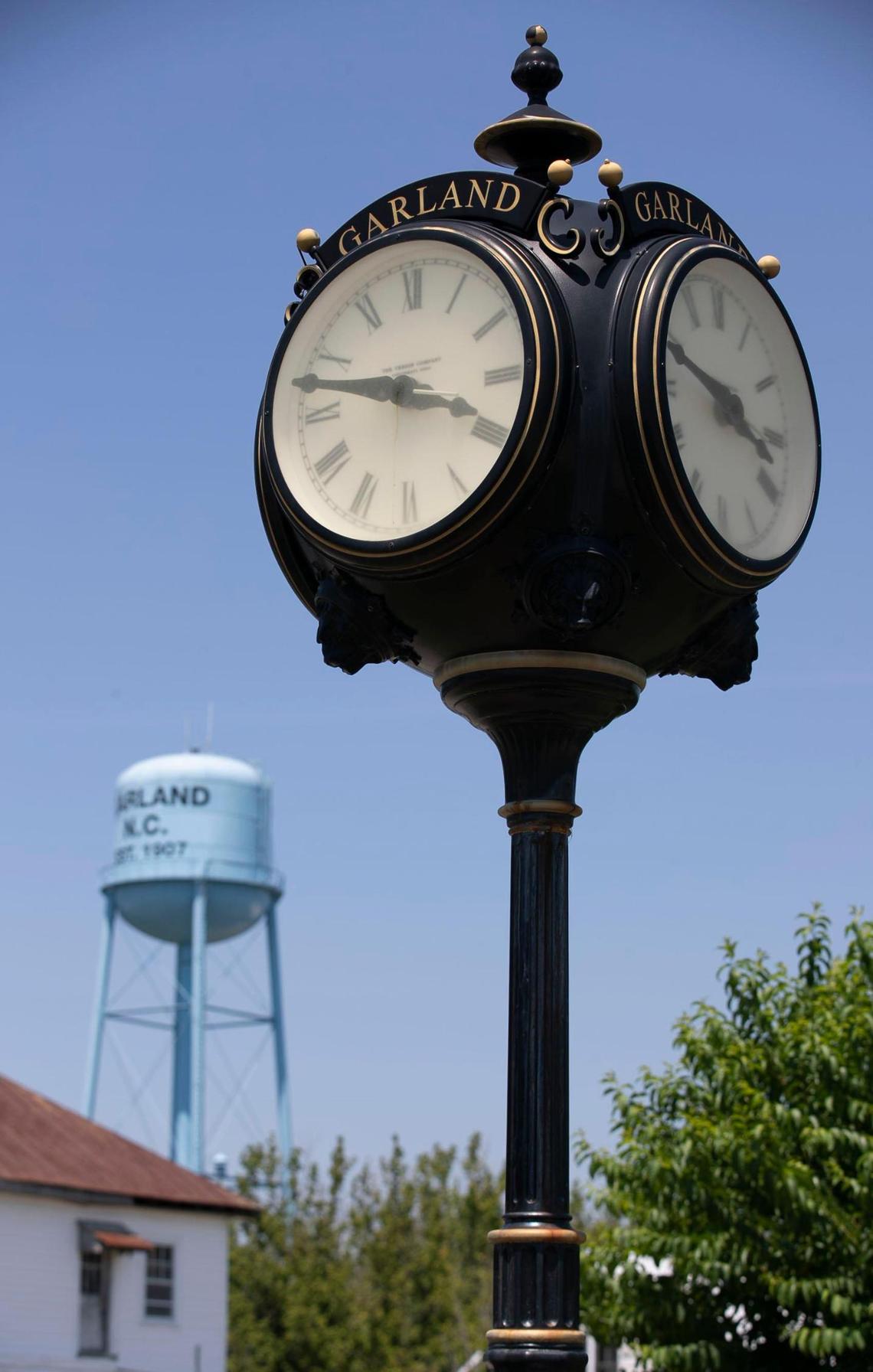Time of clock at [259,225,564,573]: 3:47
